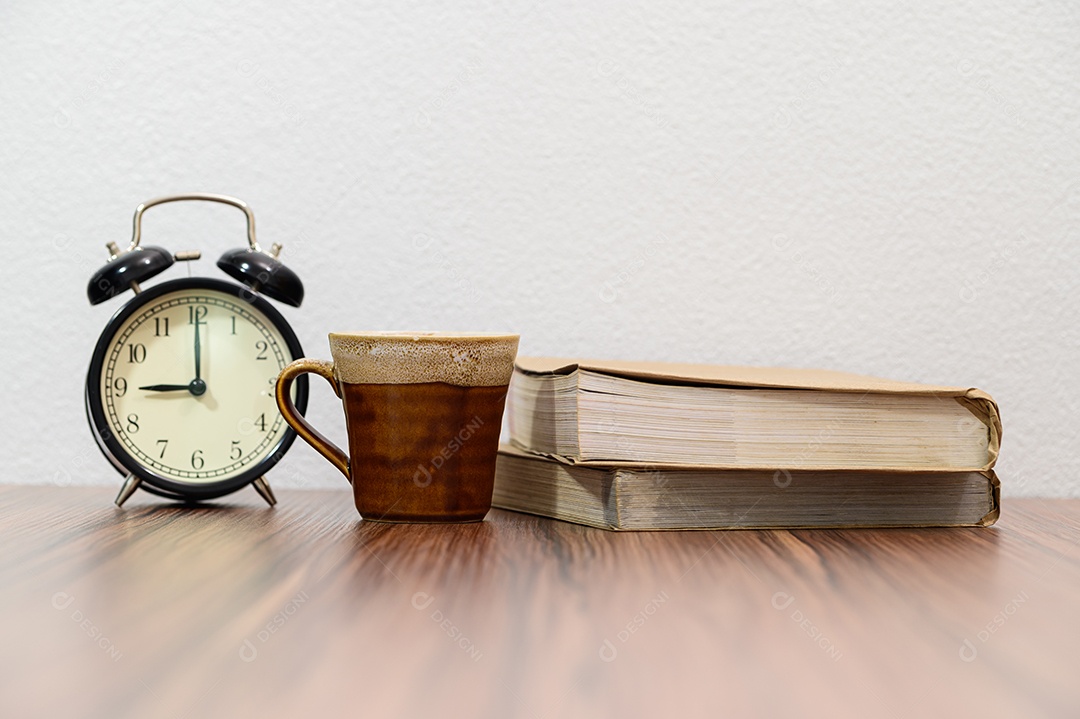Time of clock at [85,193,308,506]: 9:00
